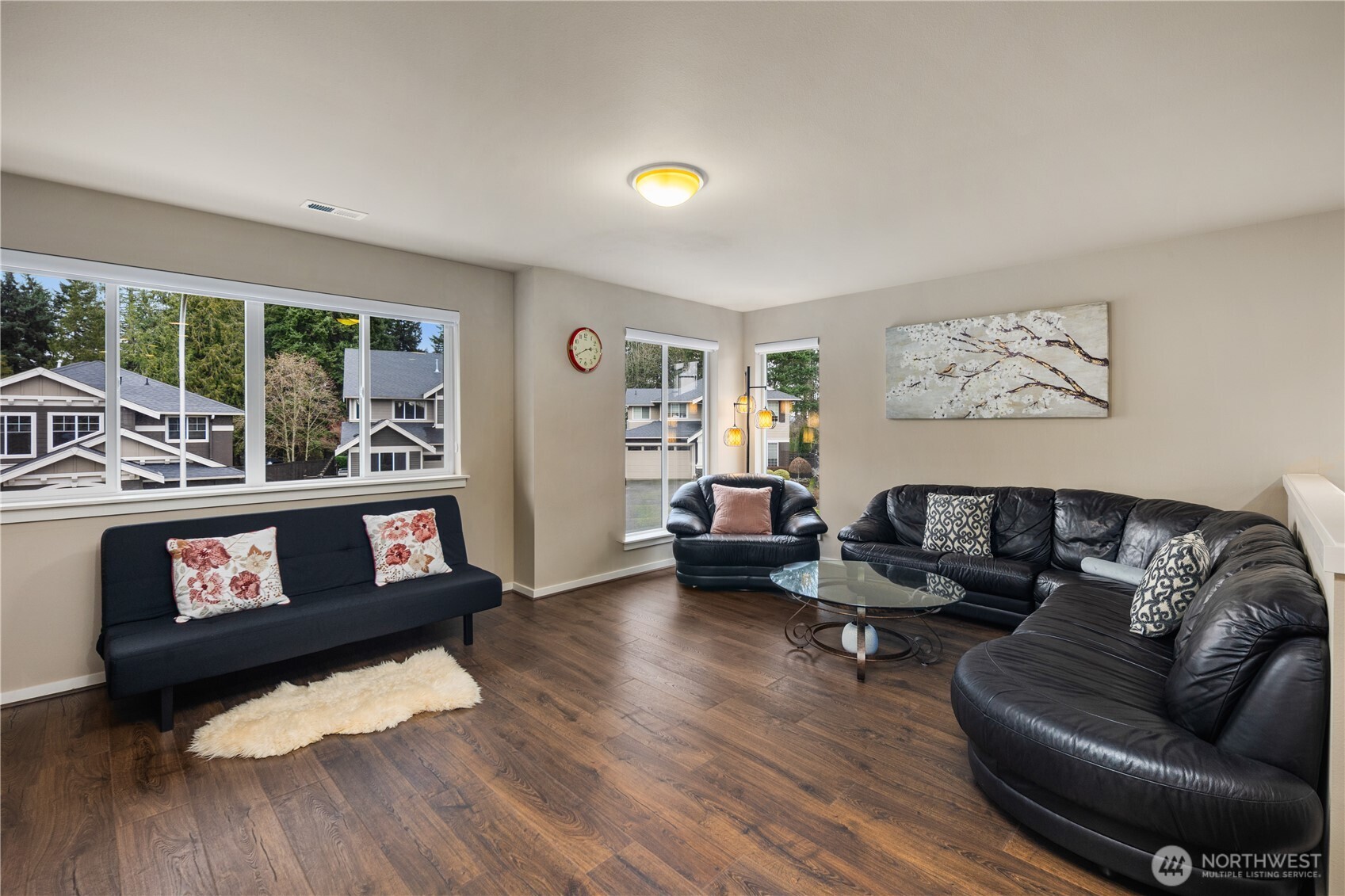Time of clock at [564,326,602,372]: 2:40
